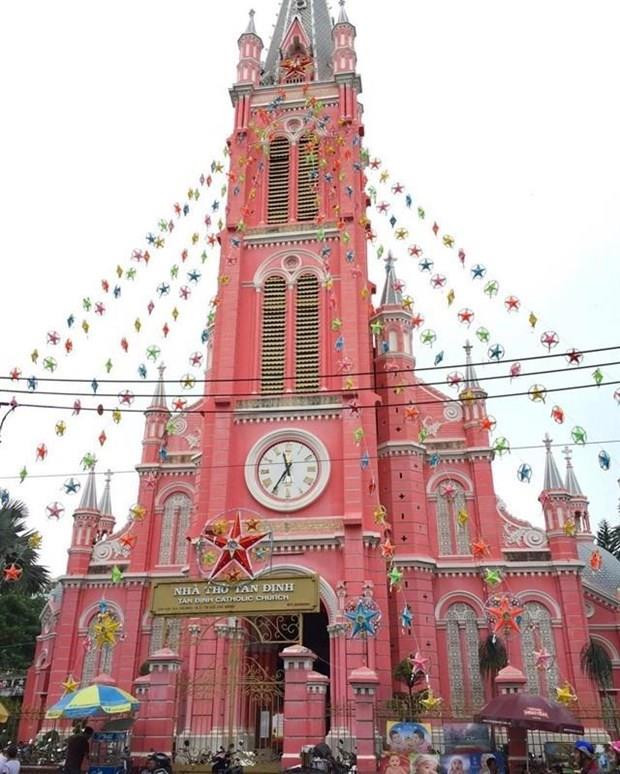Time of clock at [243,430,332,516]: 11:35
